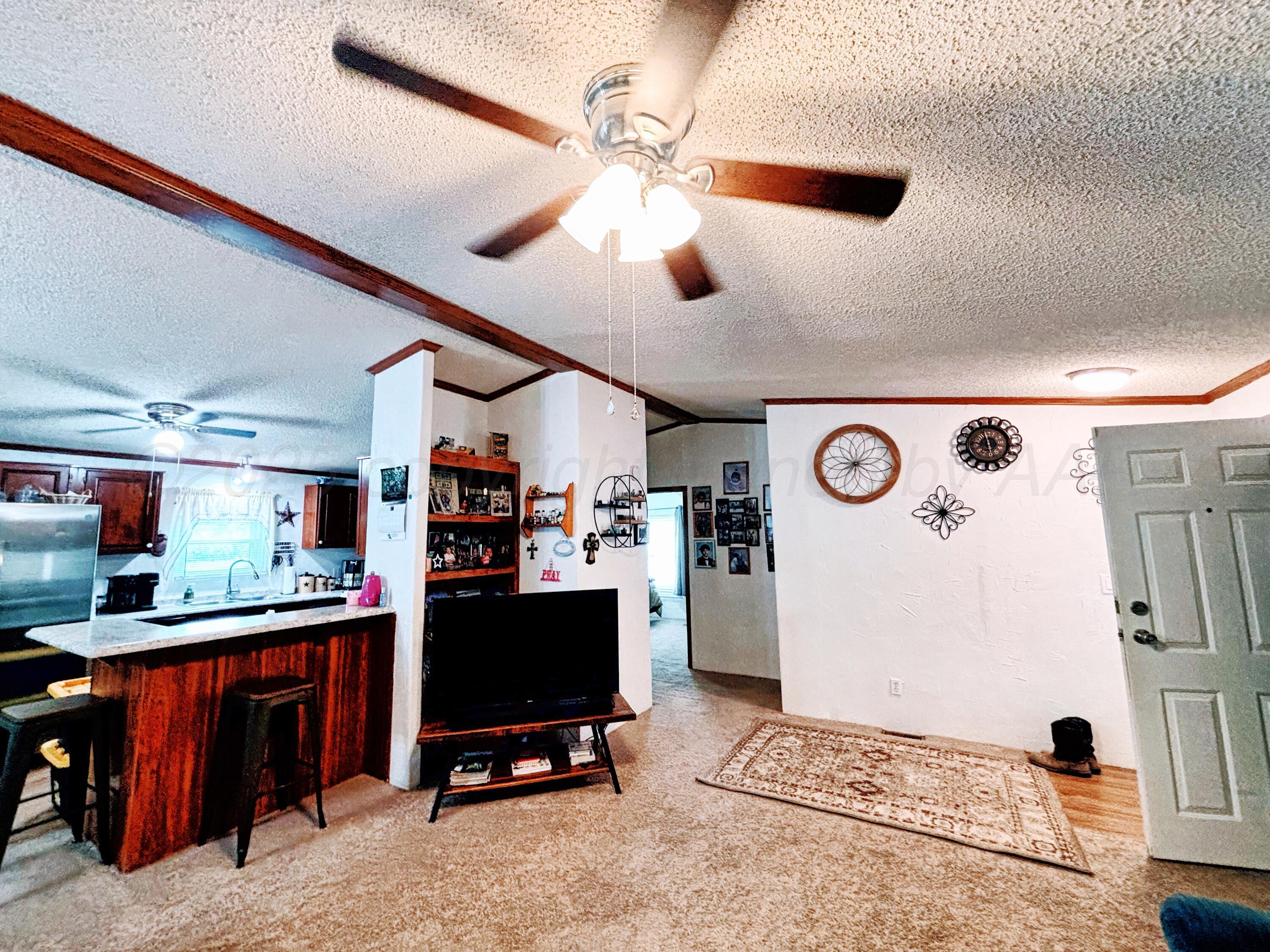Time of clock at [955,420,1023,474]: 5:57
